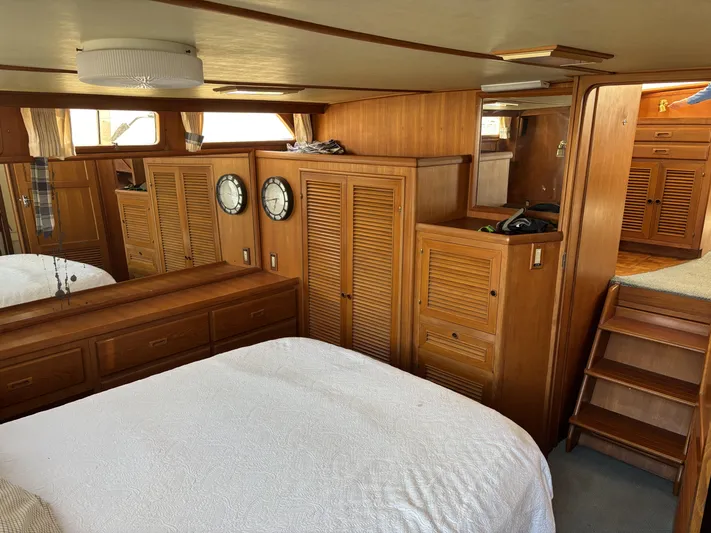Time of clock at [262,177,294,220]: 6:43
